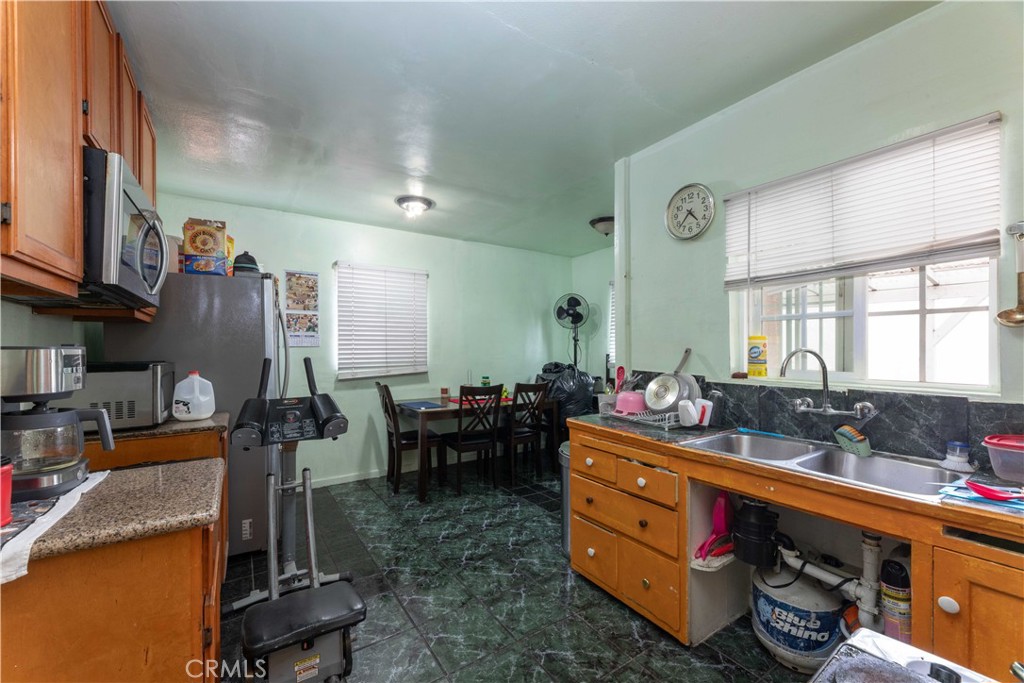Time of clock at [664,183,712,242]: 4:37
